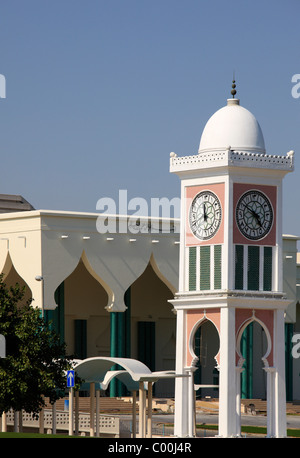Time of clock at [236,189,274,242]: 4:50
